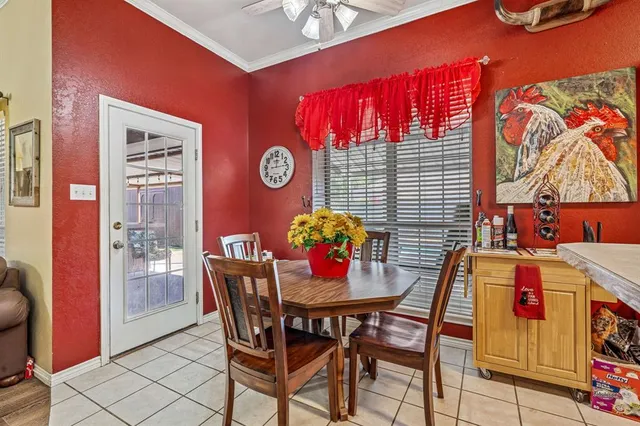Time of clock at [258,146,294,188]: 12:13
